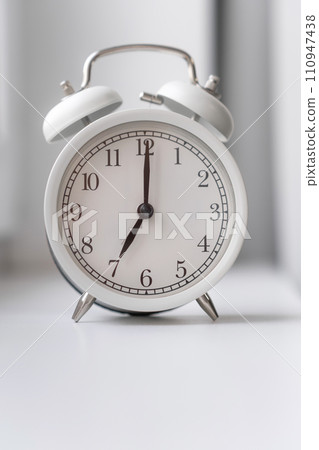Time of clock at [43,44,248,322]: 7:00
